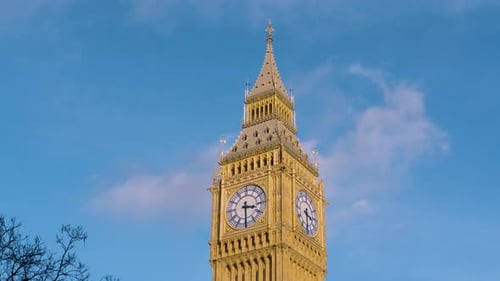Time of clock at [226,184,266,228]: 3:29
